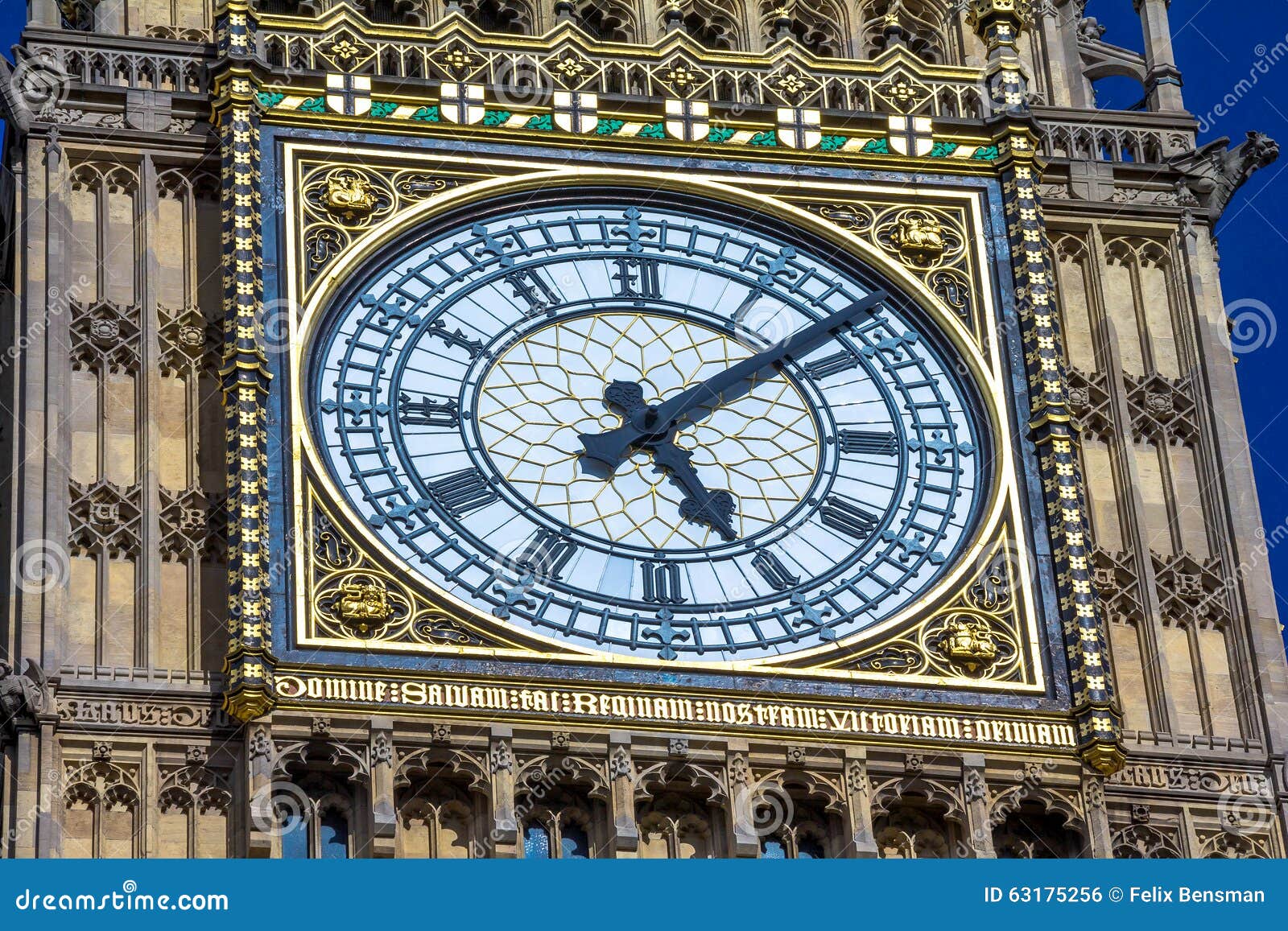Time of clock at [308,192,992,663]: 5:08
